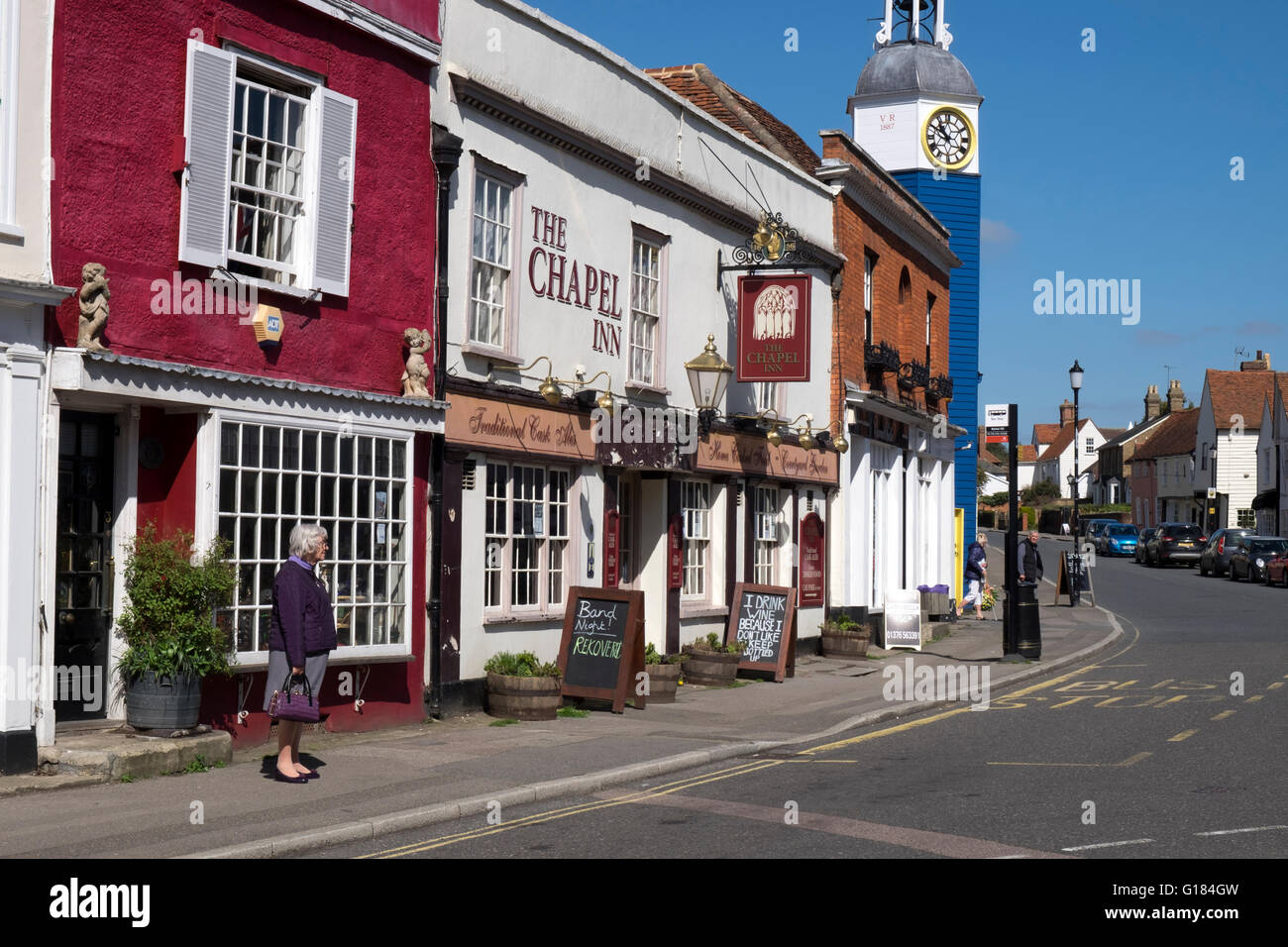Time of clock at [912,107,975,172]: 10:50
